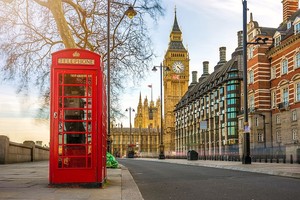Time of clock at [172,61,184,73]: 4:22
